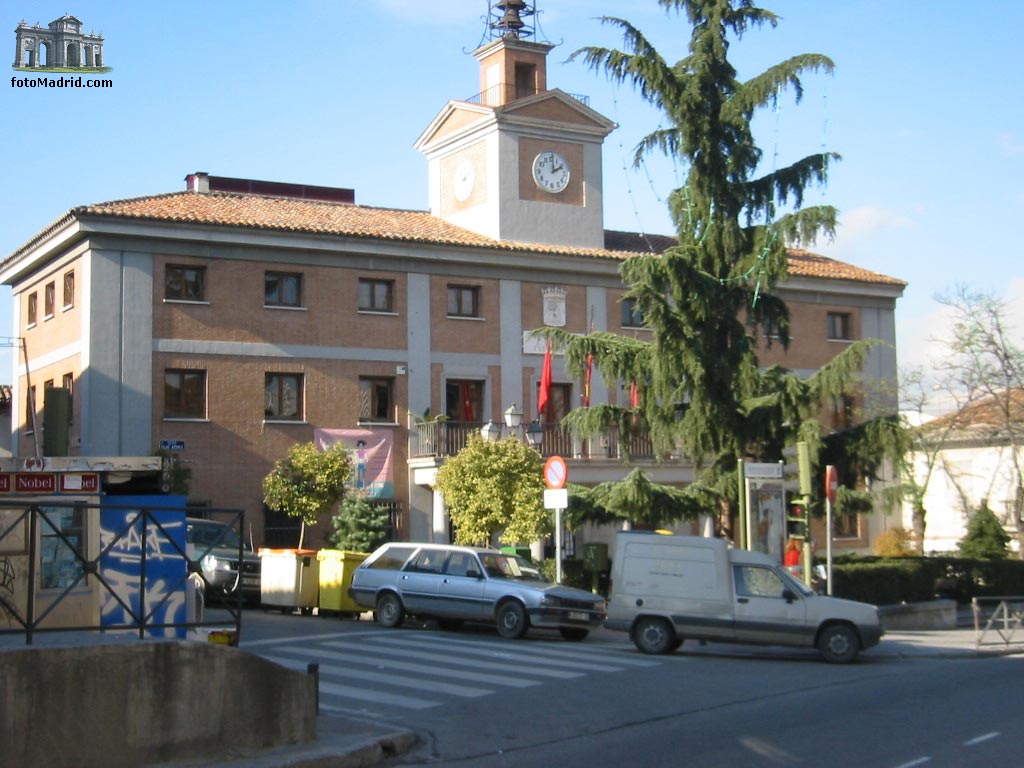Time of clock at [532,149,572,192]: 2:00
